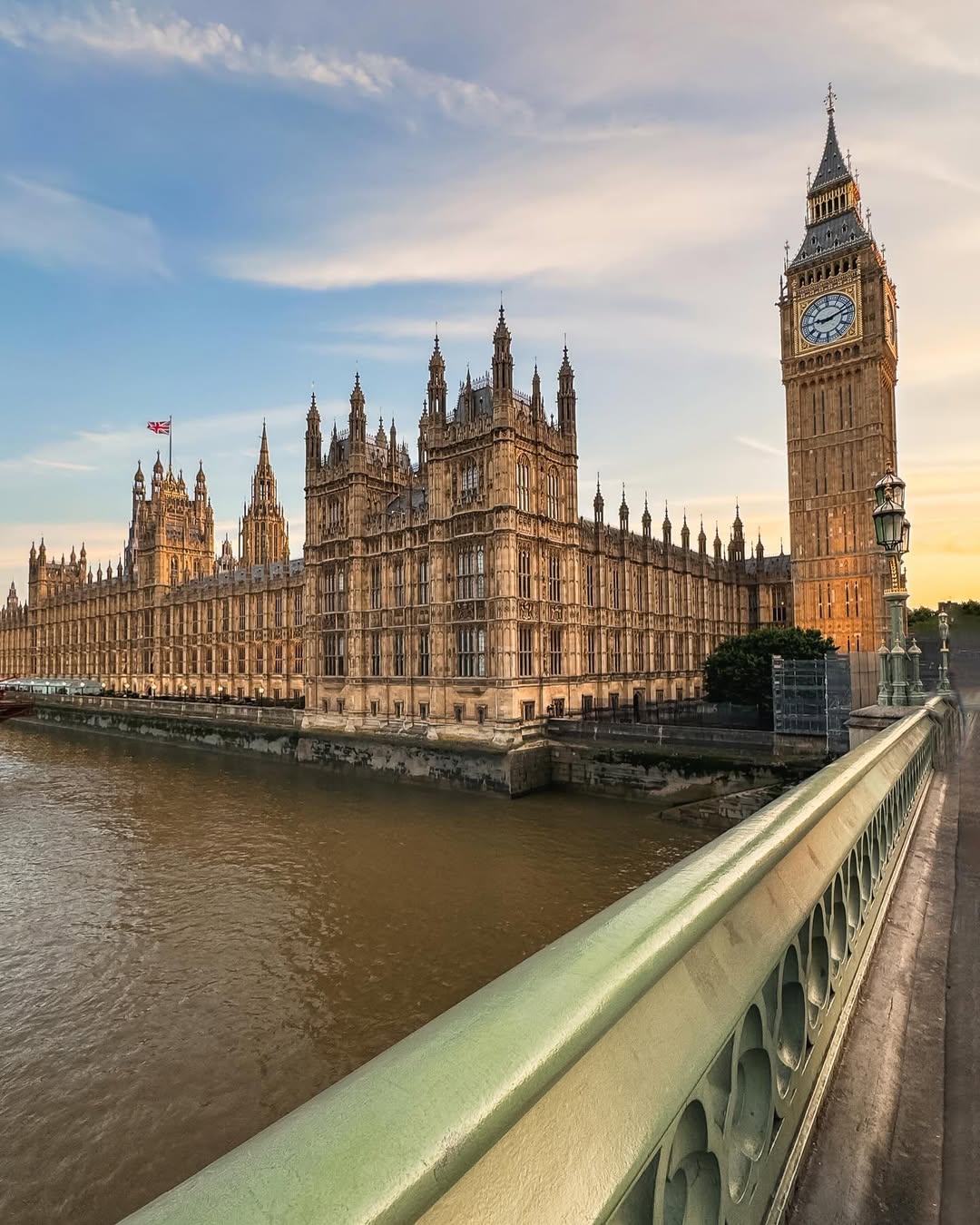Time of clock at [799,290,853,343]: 9:12
